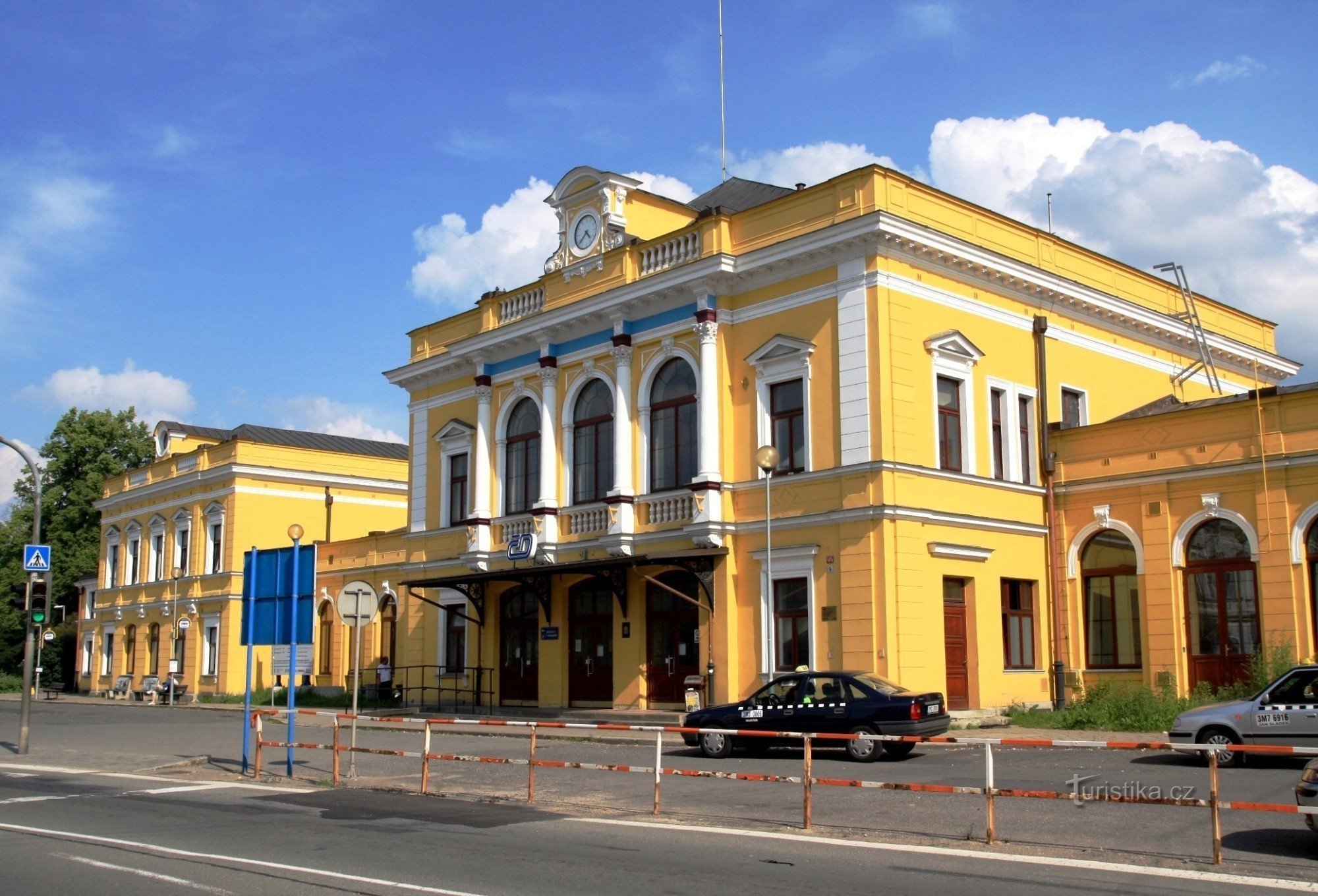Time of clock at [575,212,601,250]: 4:38
